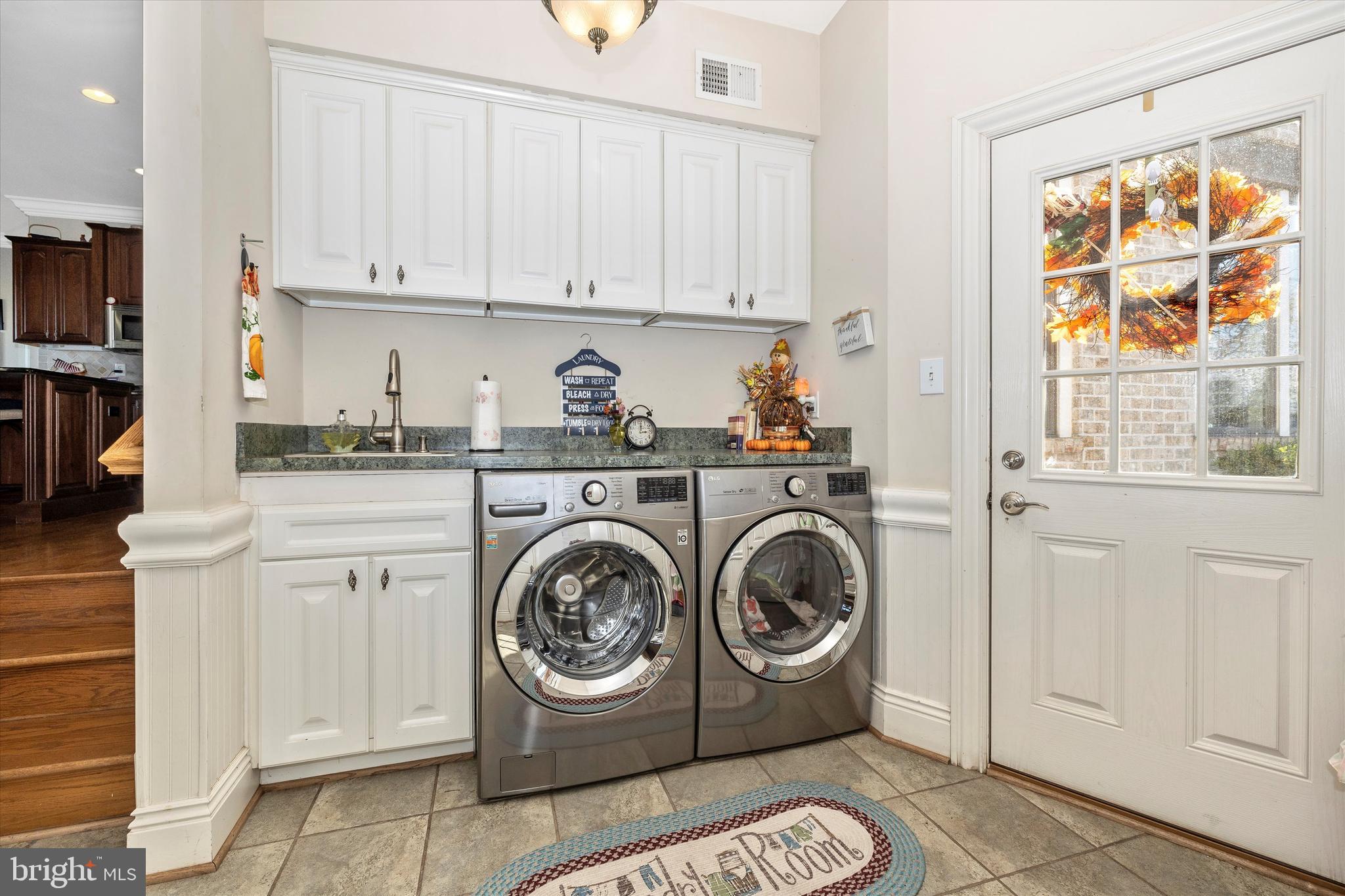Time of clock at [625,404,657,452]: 3:01
